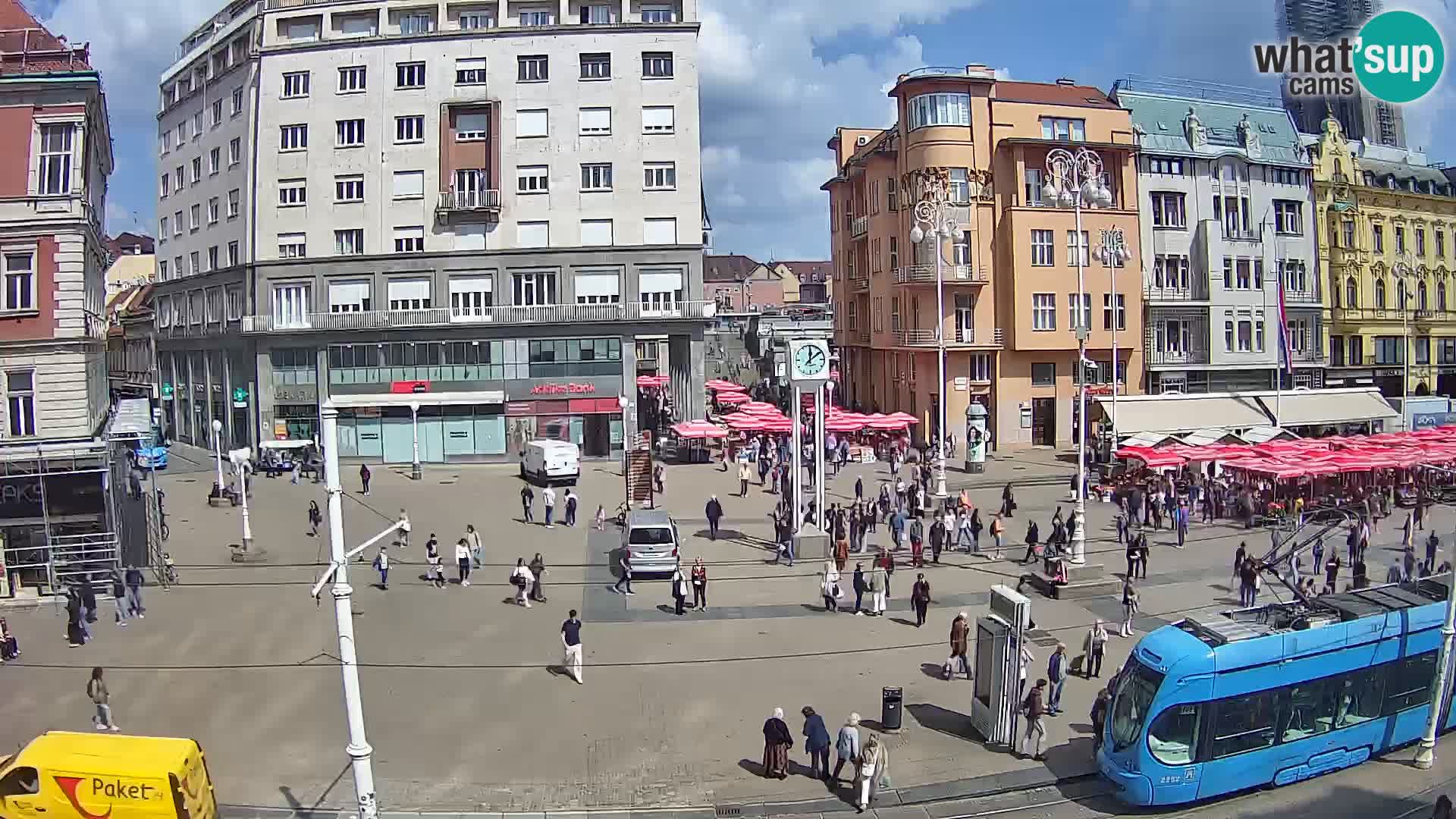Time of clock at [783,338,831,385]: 12:09
